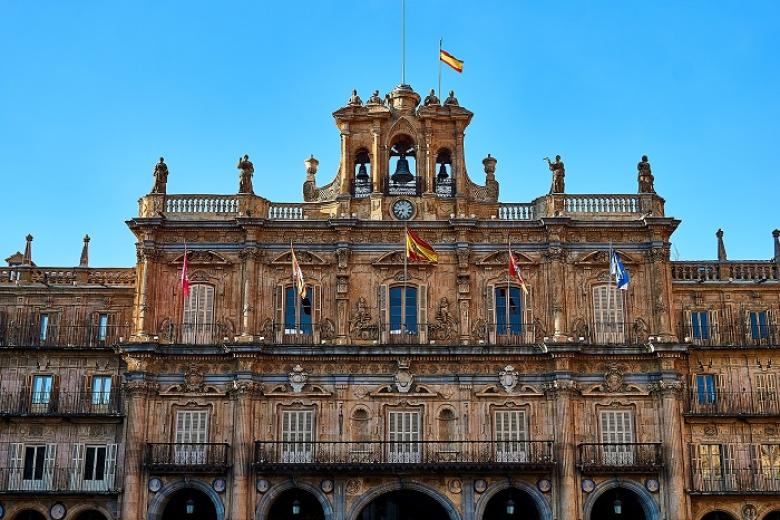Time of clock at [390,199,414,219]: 6:43
